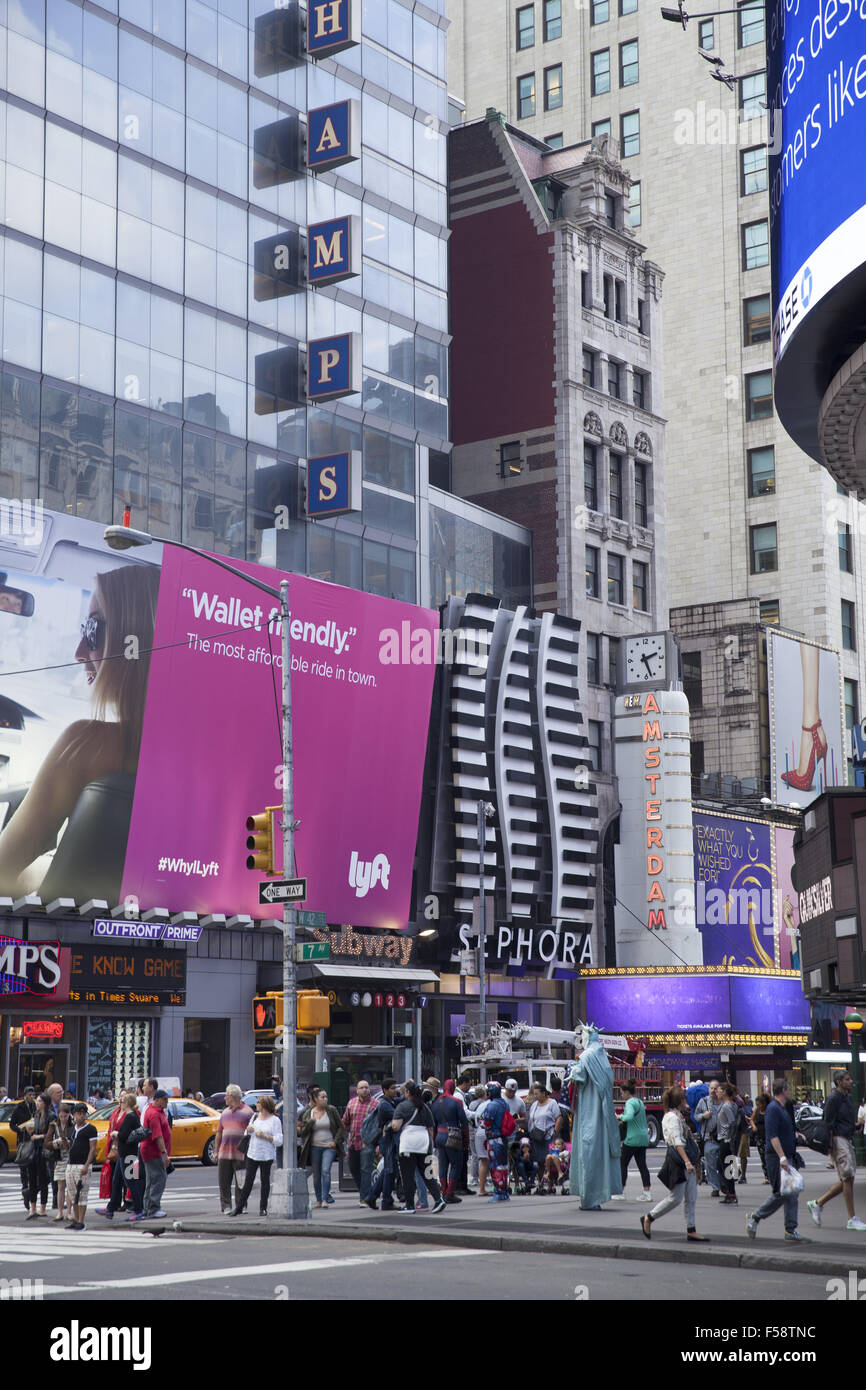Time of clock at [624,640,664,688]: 2:26
